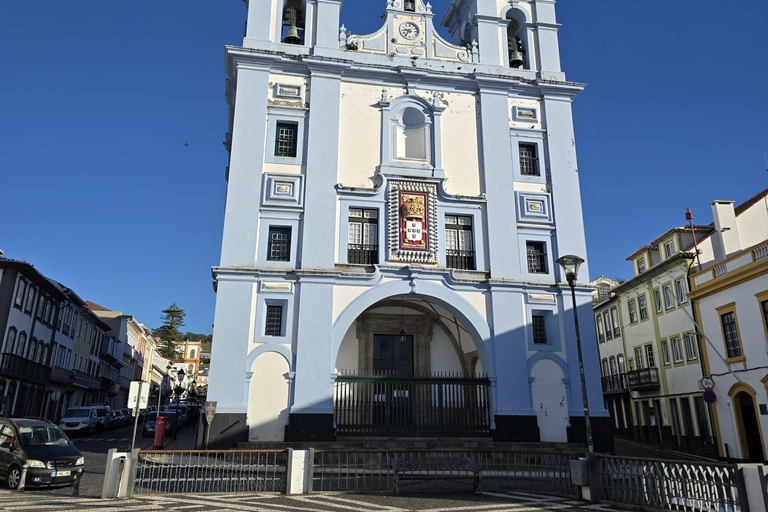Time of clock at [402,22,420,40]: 9:36
